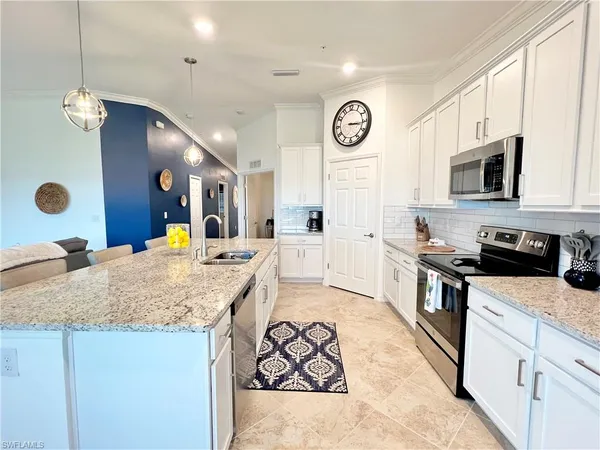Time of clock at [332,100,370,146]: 3:16
